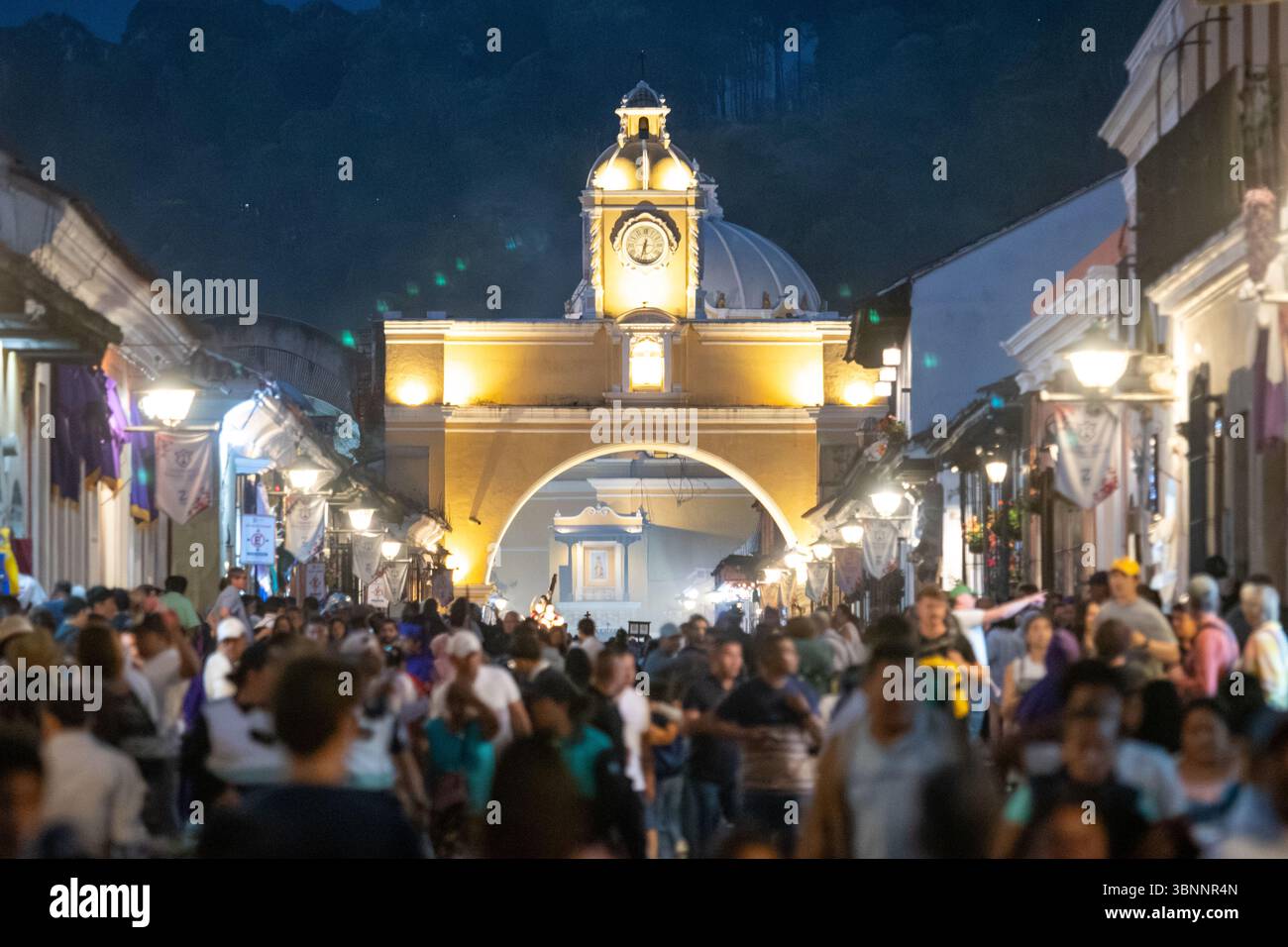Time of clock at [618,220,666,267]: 6:32
